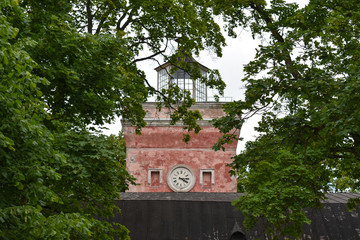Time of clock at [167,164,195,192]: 4:14
